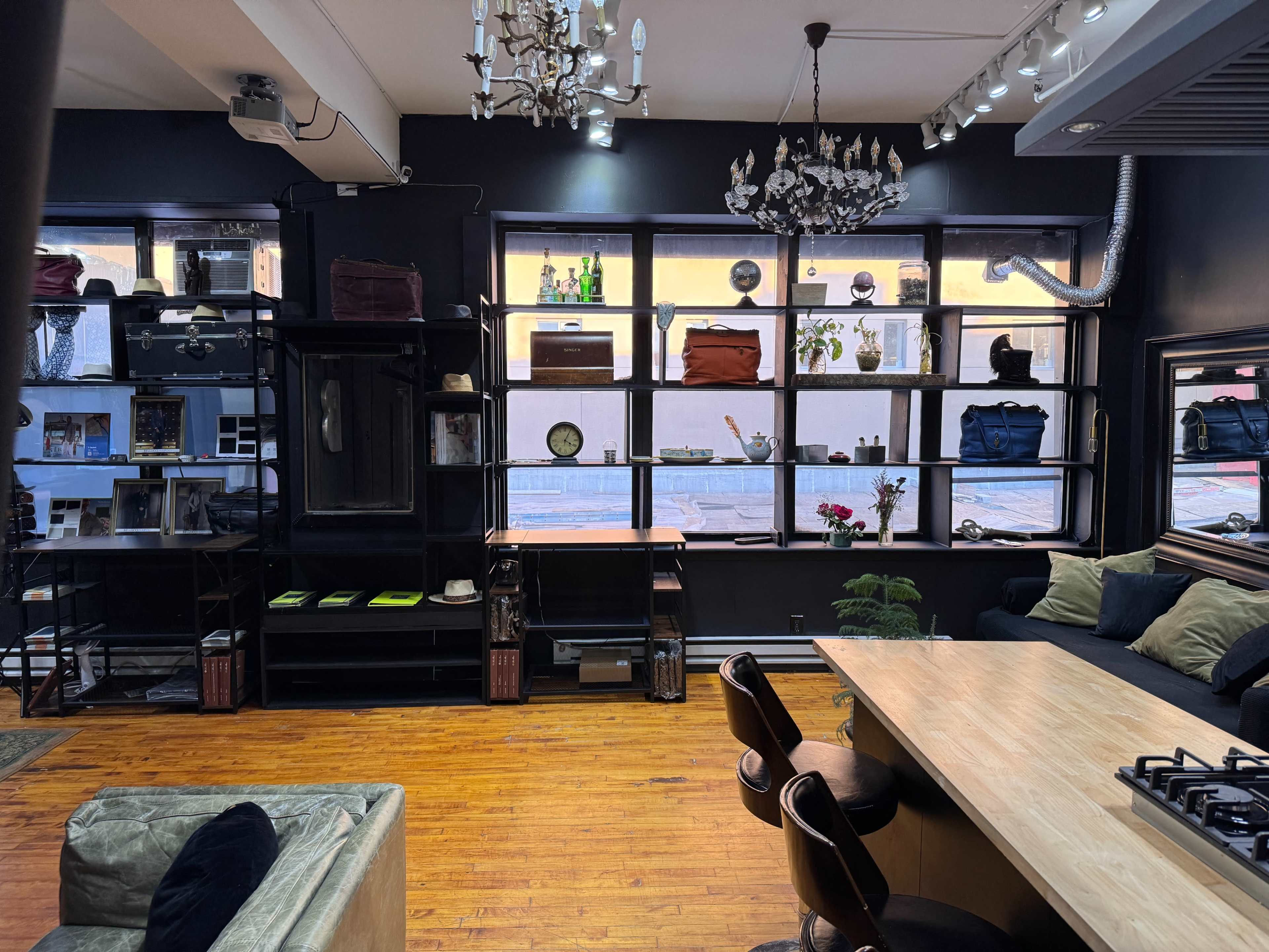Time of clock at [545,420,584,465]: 4:04
